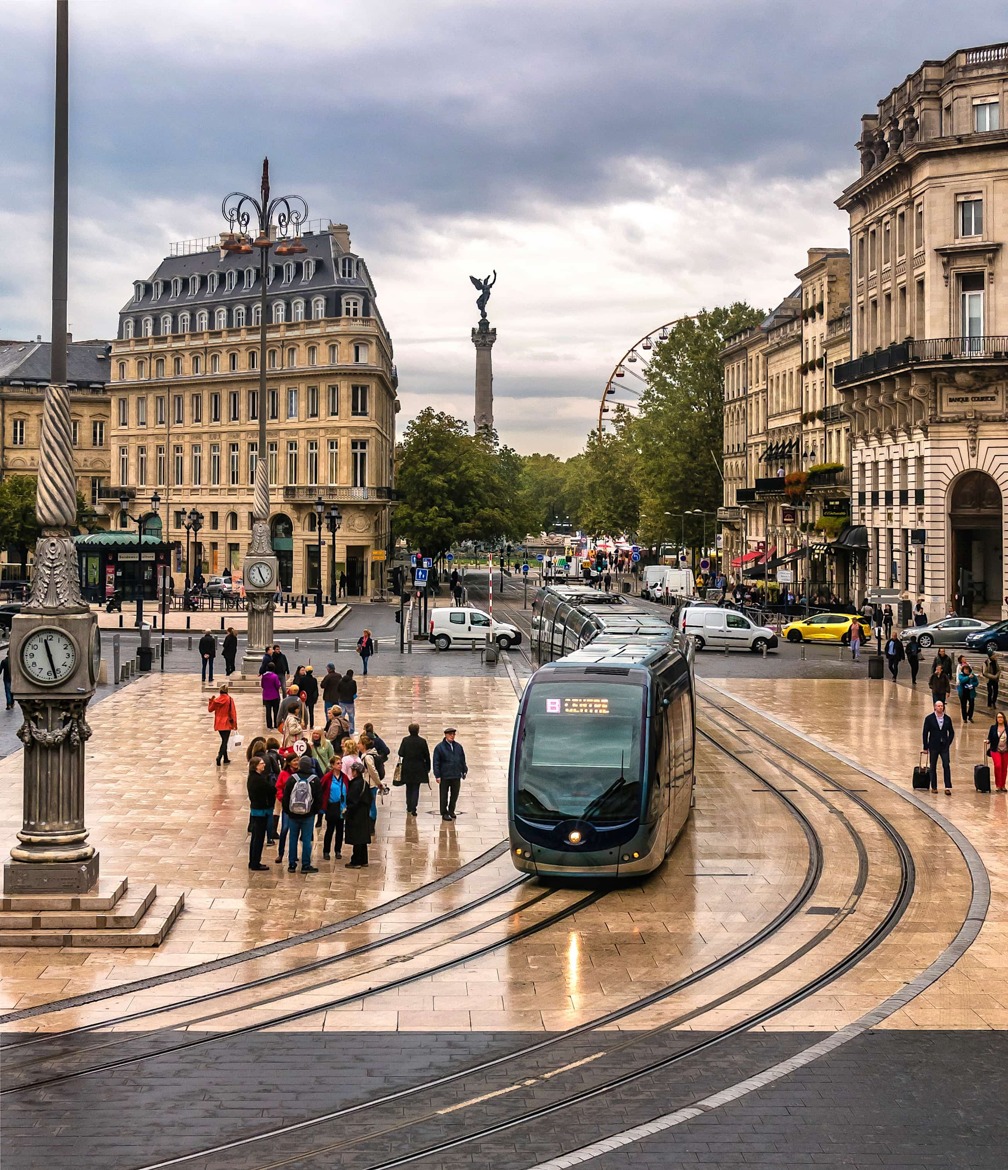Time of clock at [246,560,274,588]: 11:25
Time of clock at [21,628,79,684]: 11:27
